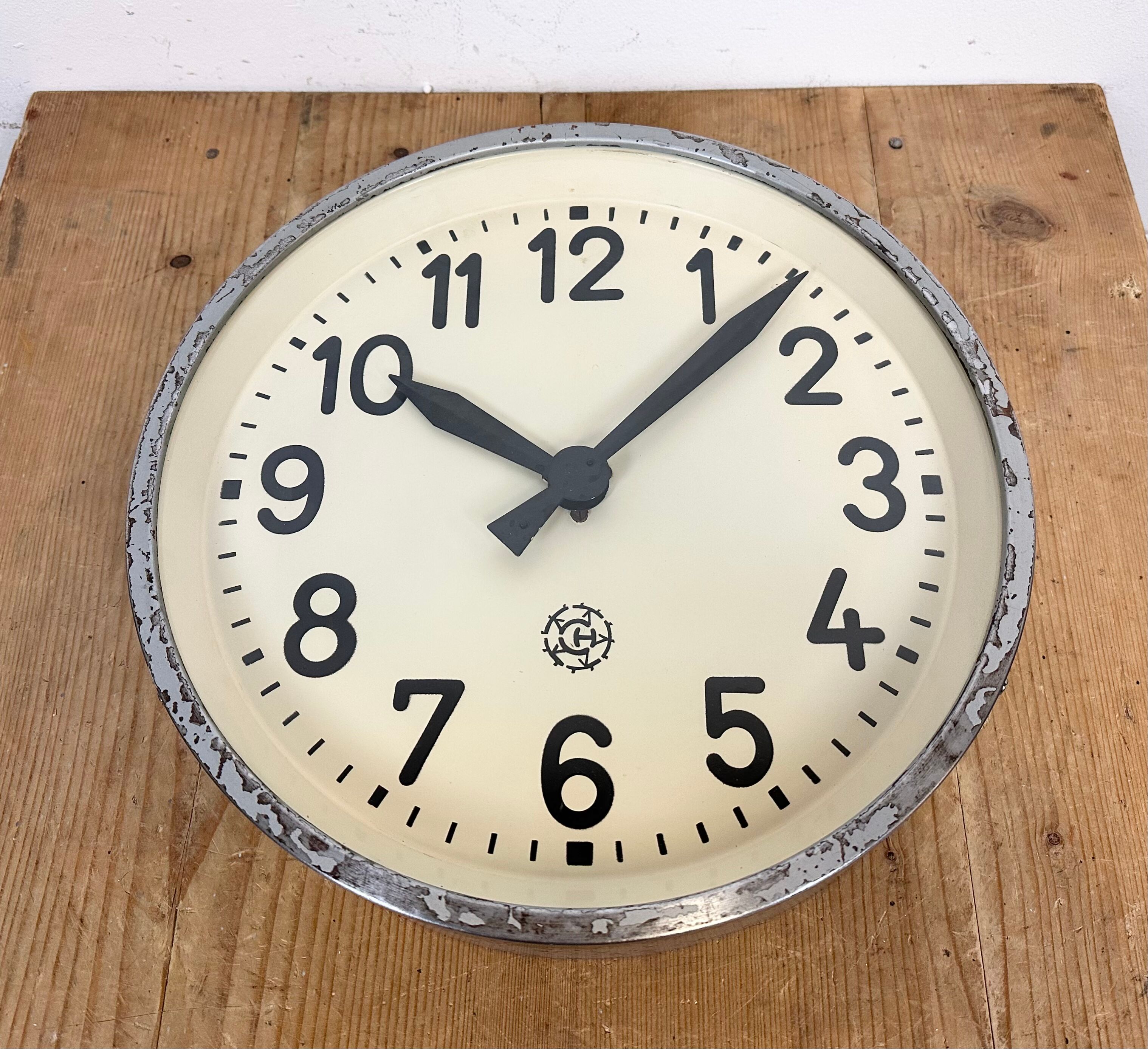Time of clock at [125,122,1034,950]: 10:07
